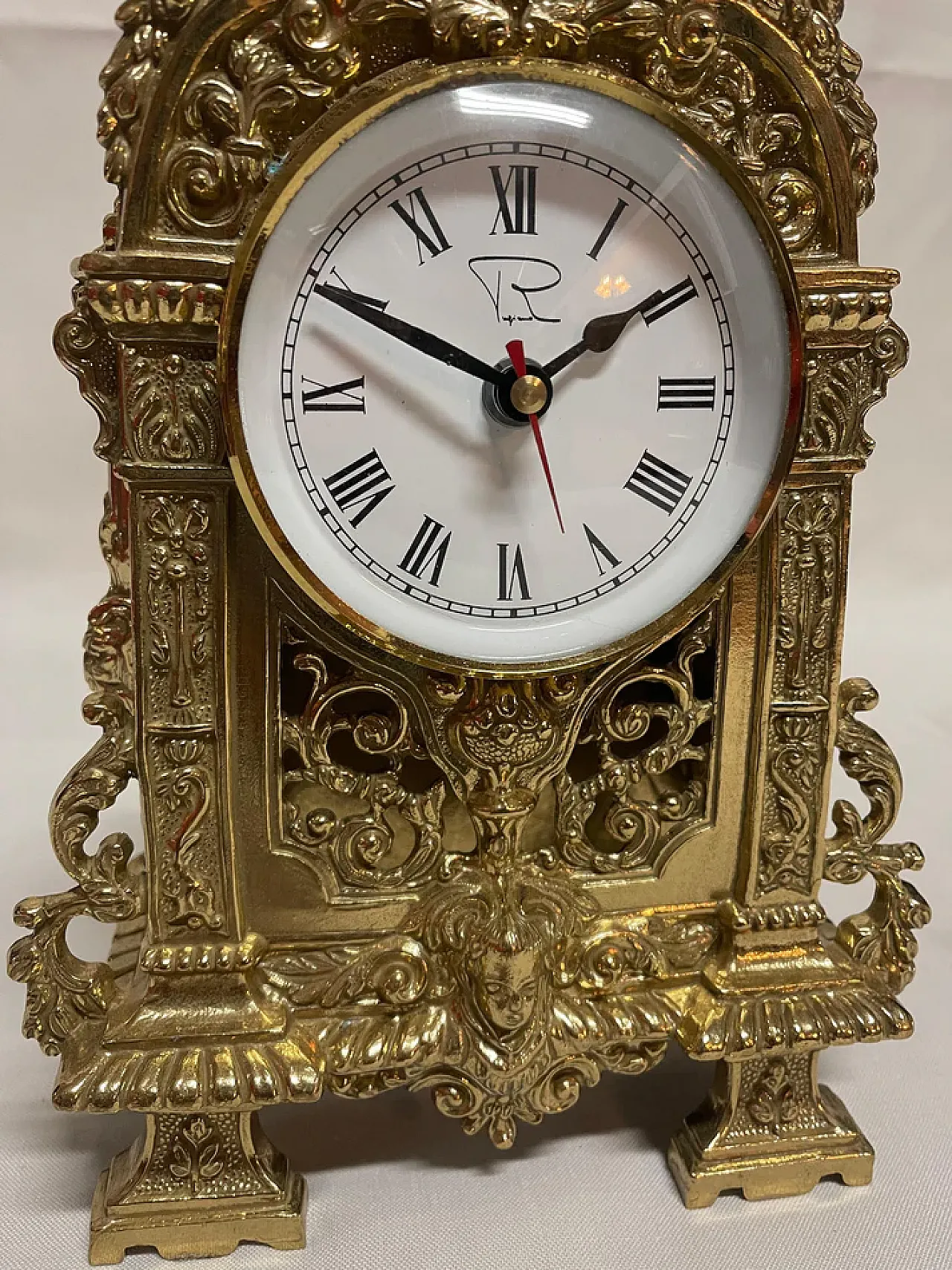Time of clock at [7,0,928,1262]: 1:49
